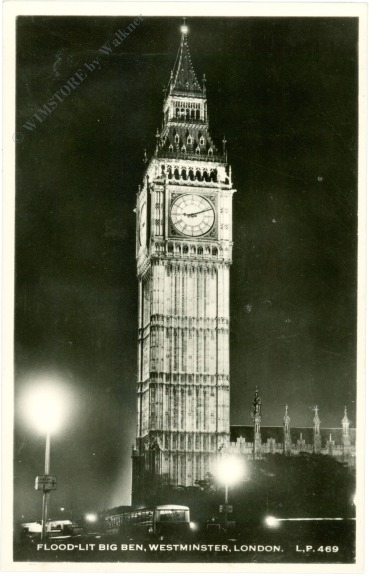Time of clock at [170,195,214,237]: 9:11
